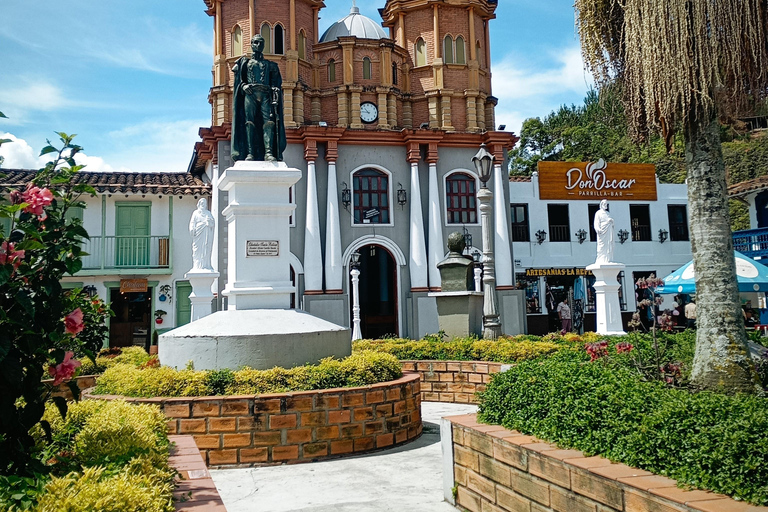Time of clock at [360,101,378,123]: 10:45
